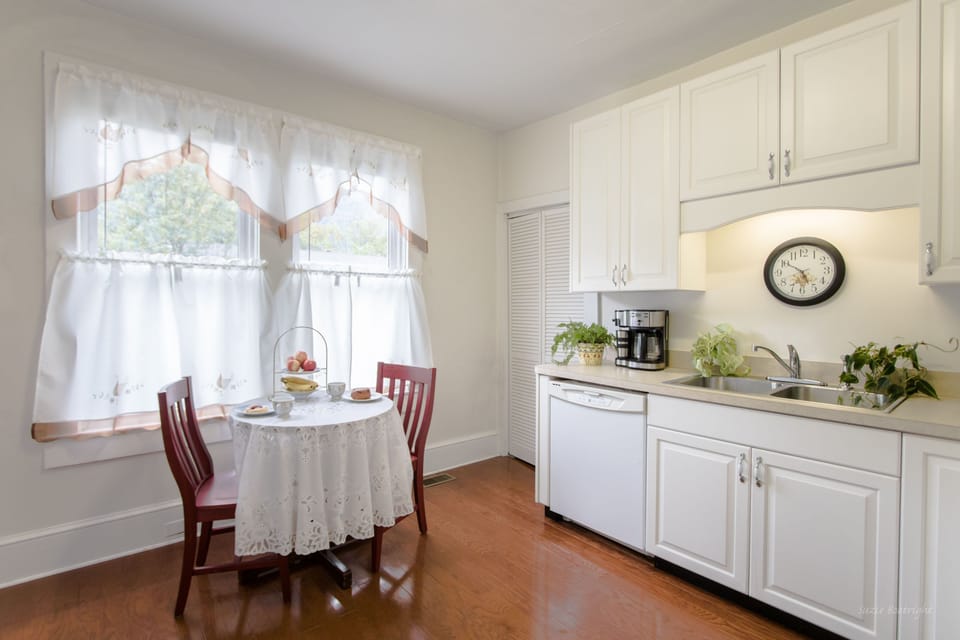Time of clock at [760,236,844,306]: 4:50
